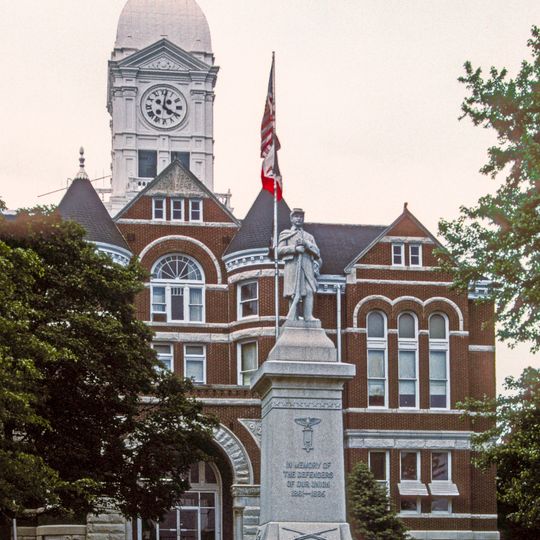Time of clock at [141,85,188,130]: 4:01
